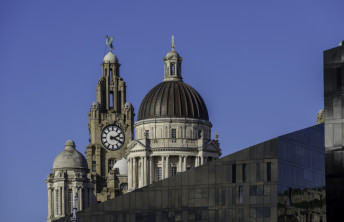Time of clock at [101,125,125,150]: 2:18
